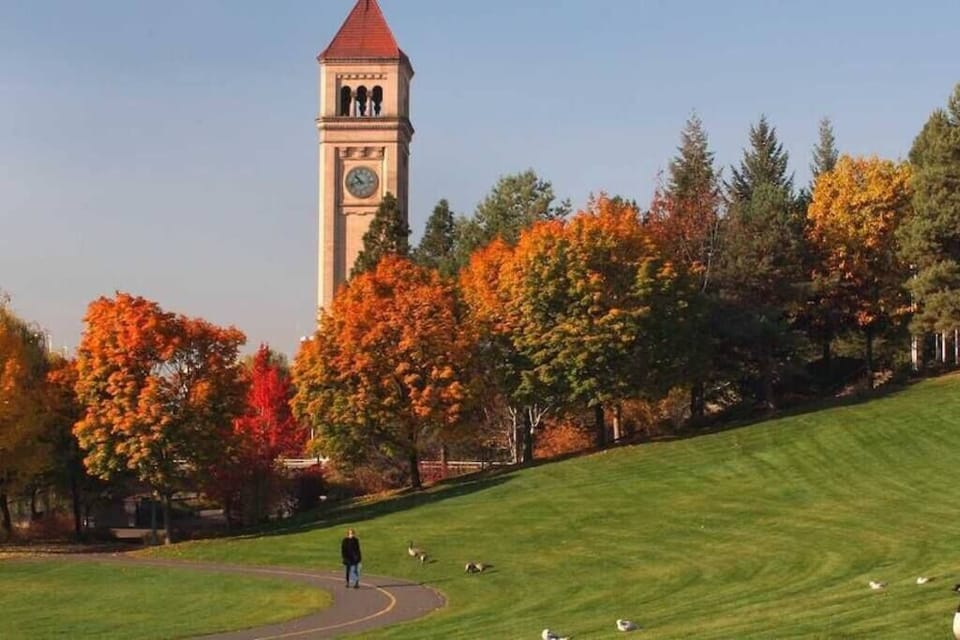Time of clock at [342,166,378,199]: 10:42
